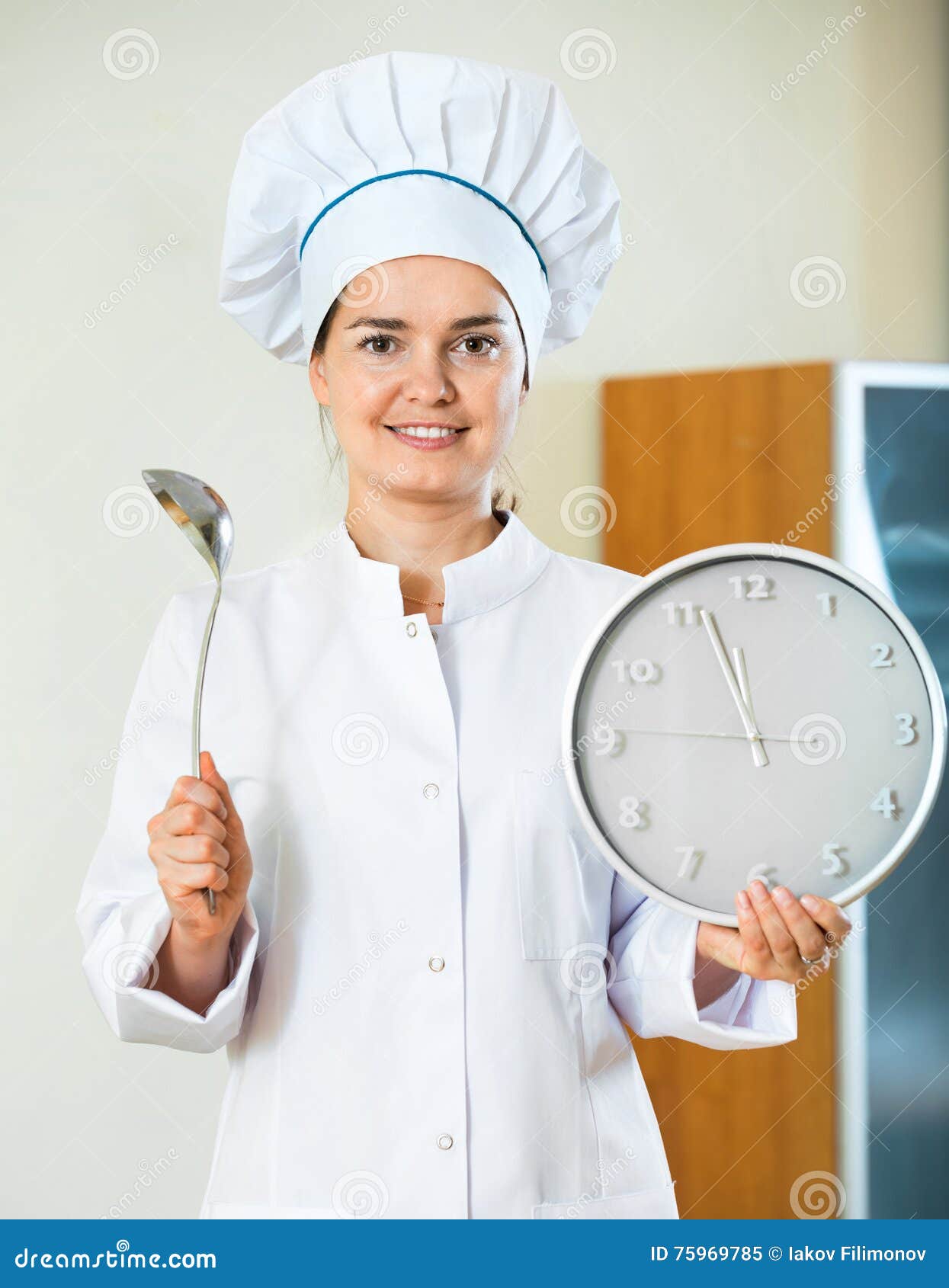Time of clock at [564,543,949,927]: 11:56
